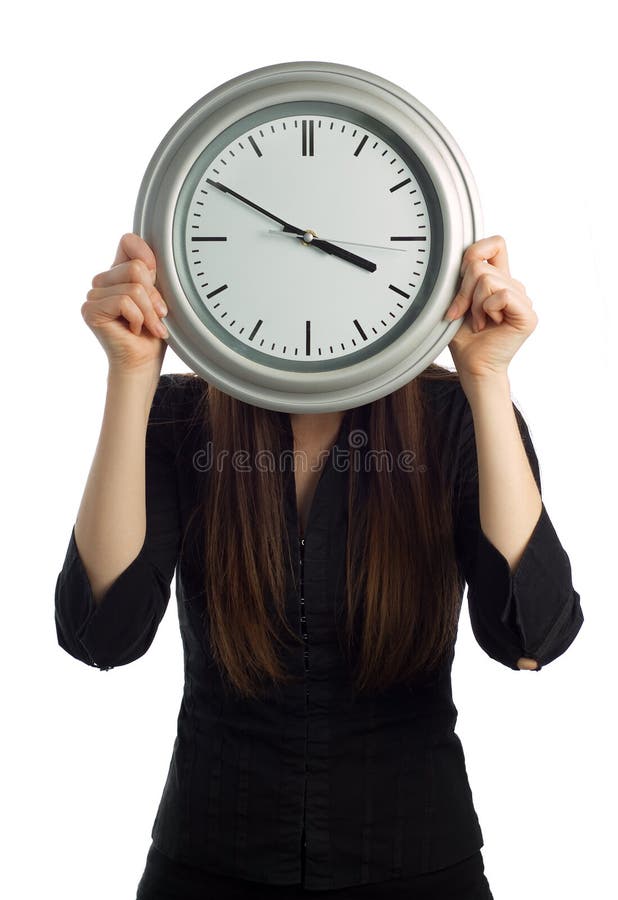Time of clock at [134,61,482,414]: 3:50
